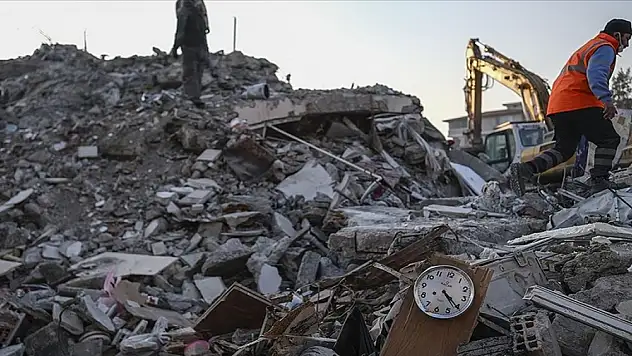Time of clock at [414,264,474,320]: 4:20
